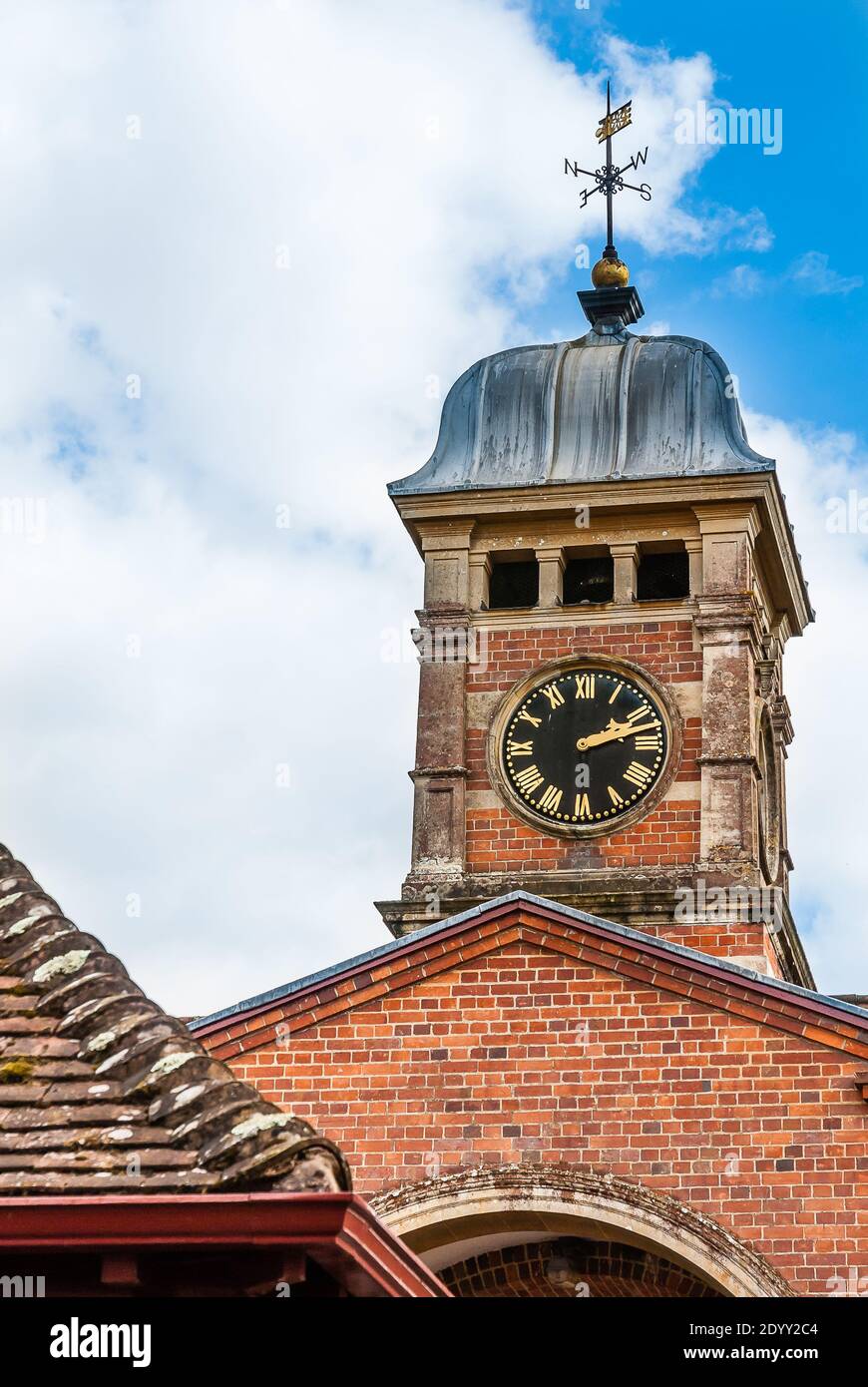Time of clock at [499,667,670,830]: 2:12
